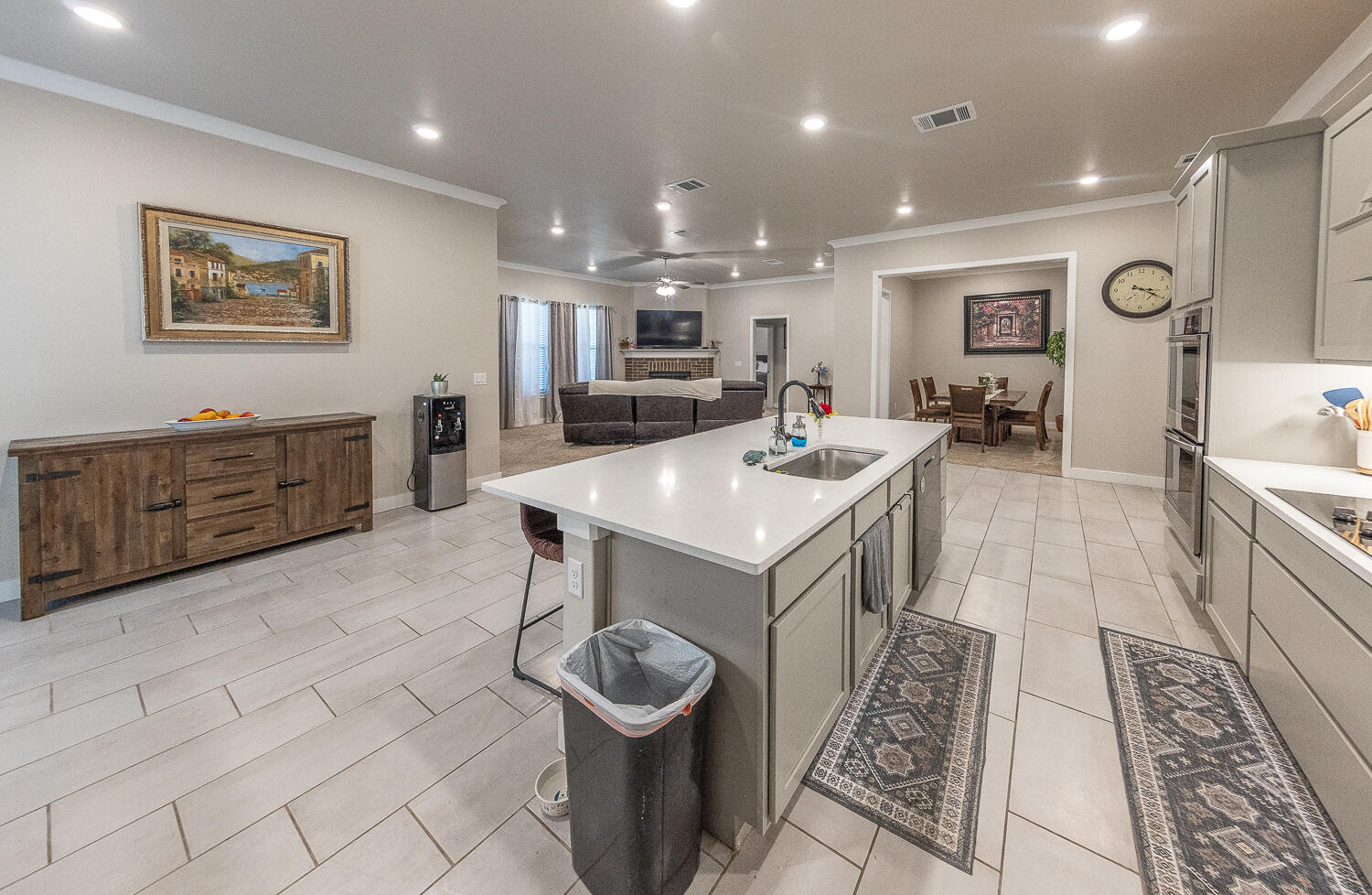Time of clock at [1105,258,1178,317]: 3:20
